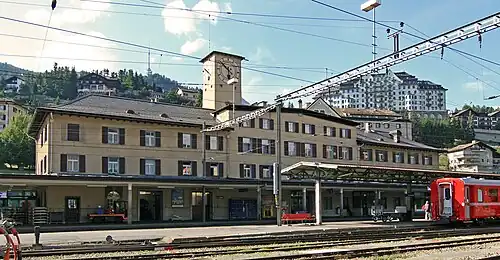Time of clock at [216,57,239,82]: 5:51
